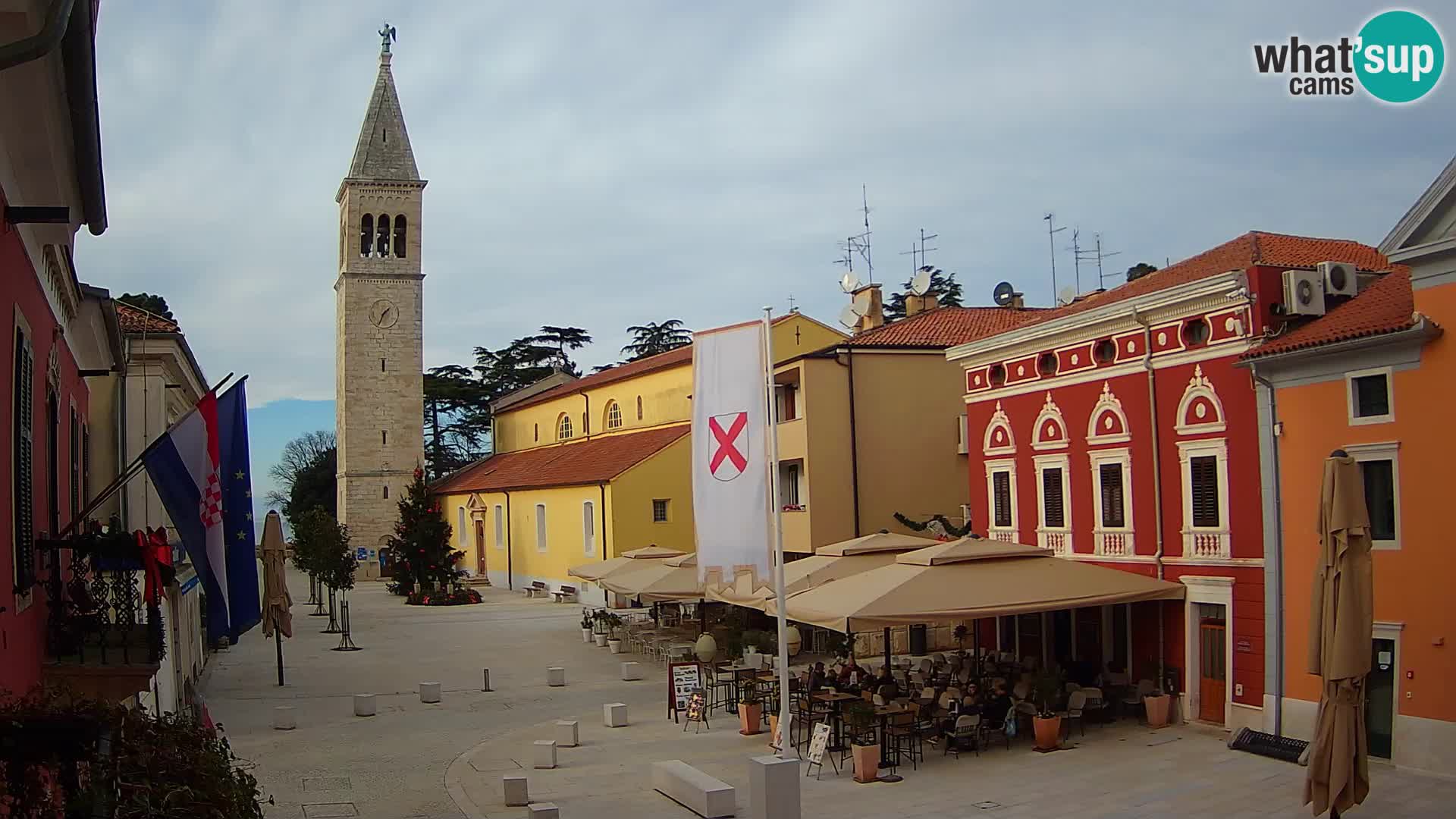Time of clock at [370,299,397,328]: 1:33
